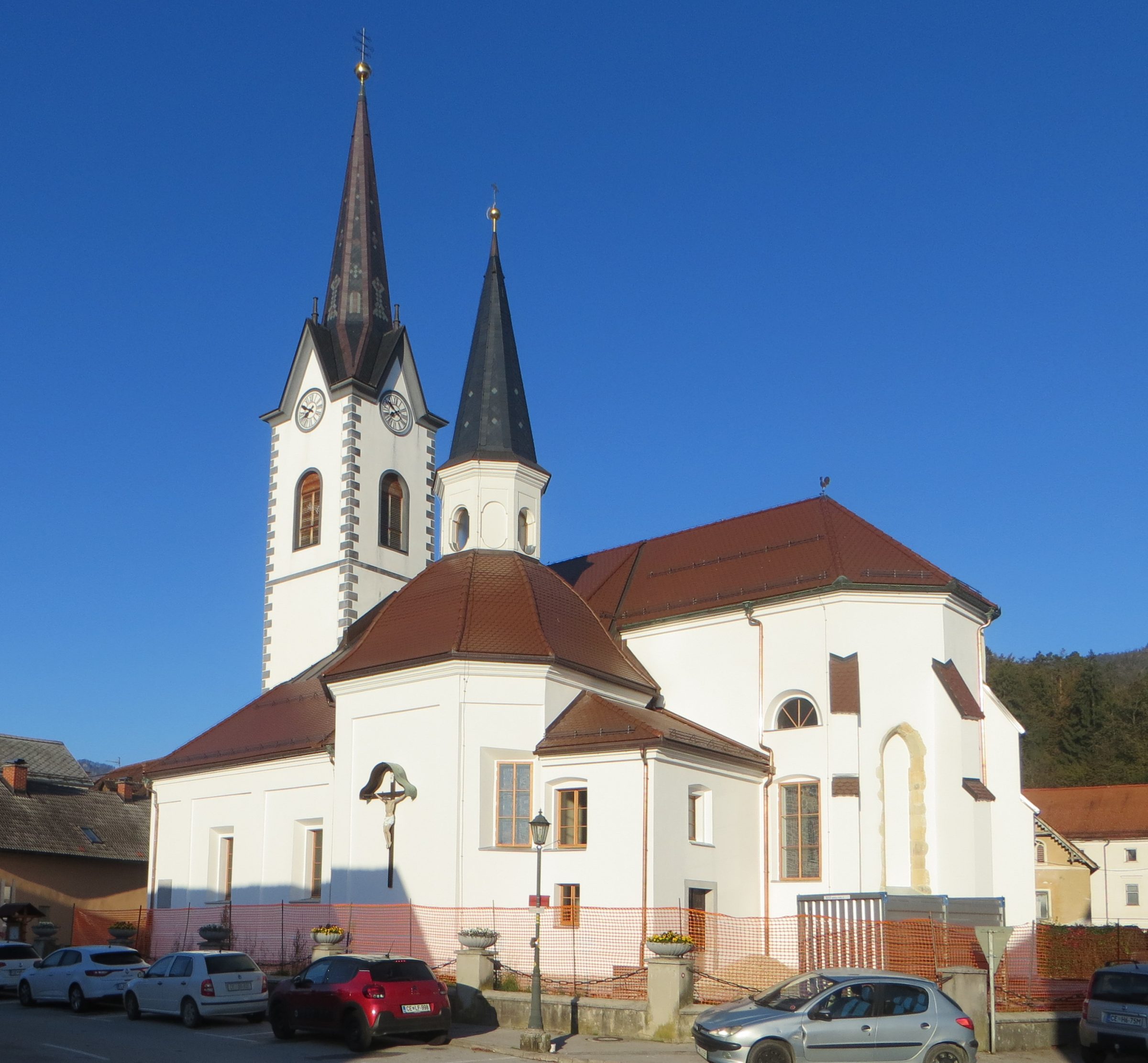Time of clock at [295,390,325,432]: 7:49
